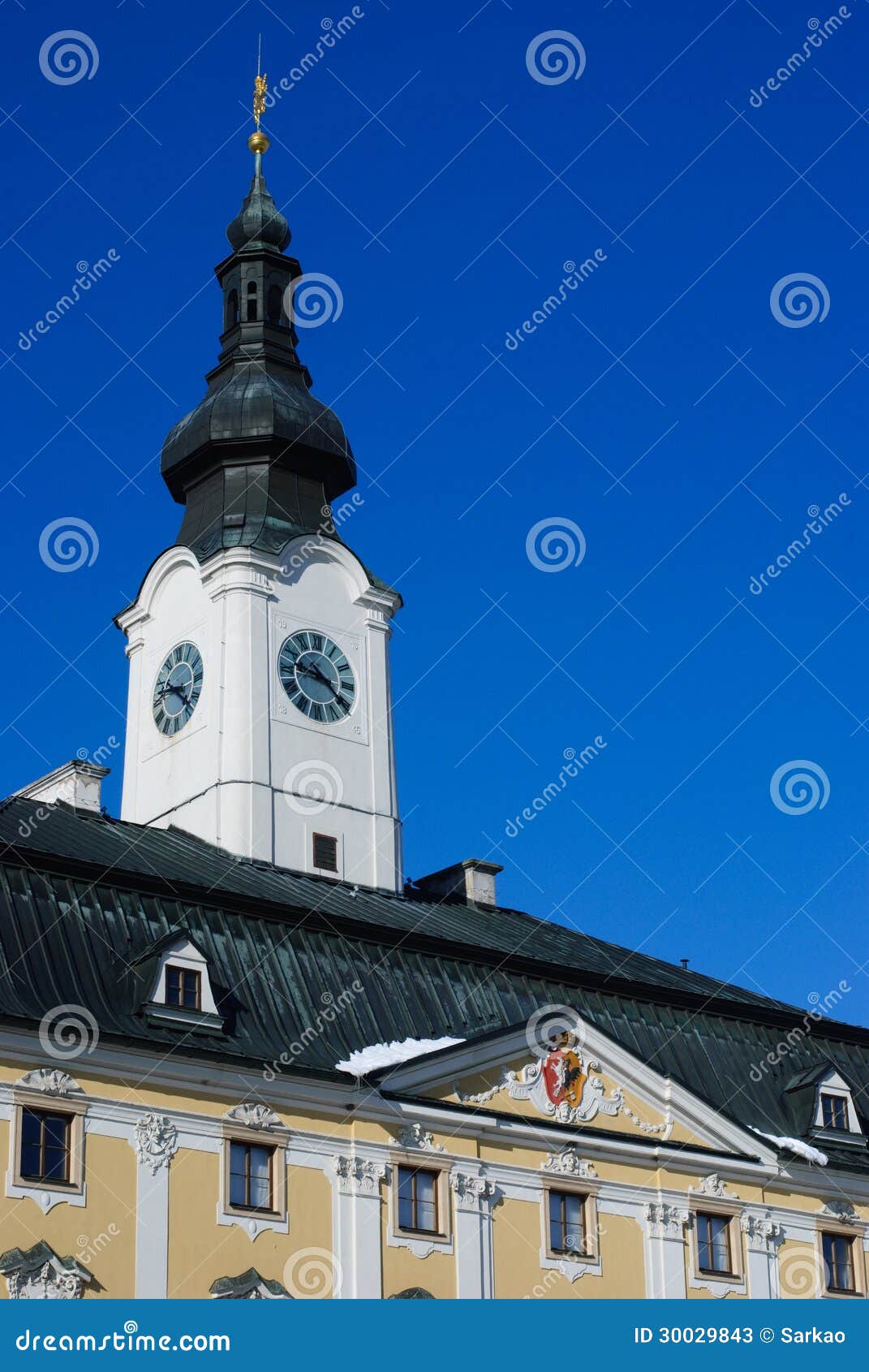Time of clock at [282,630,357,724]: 9:20
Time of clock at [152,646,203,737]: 9:22
